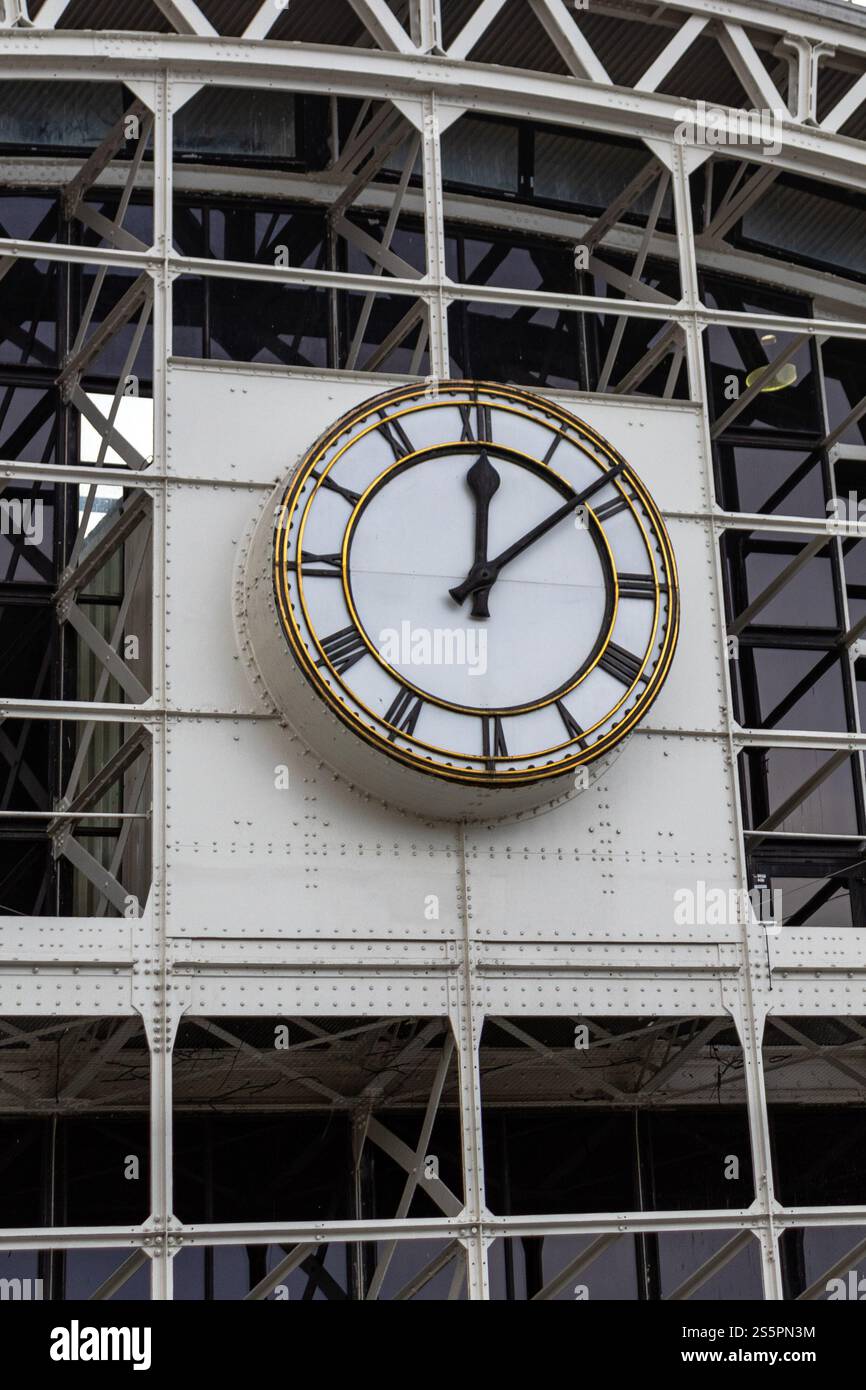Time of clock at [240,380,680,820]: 12:08
